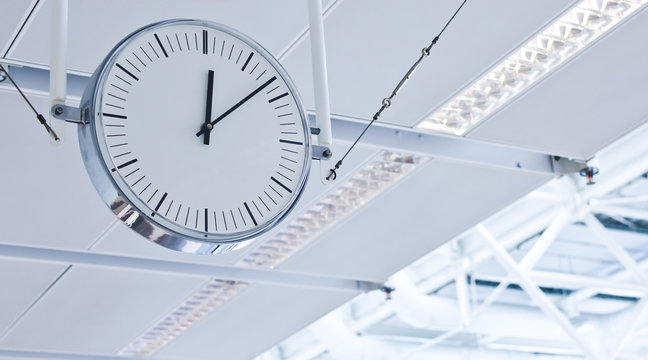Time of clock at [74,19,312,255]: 12:08
